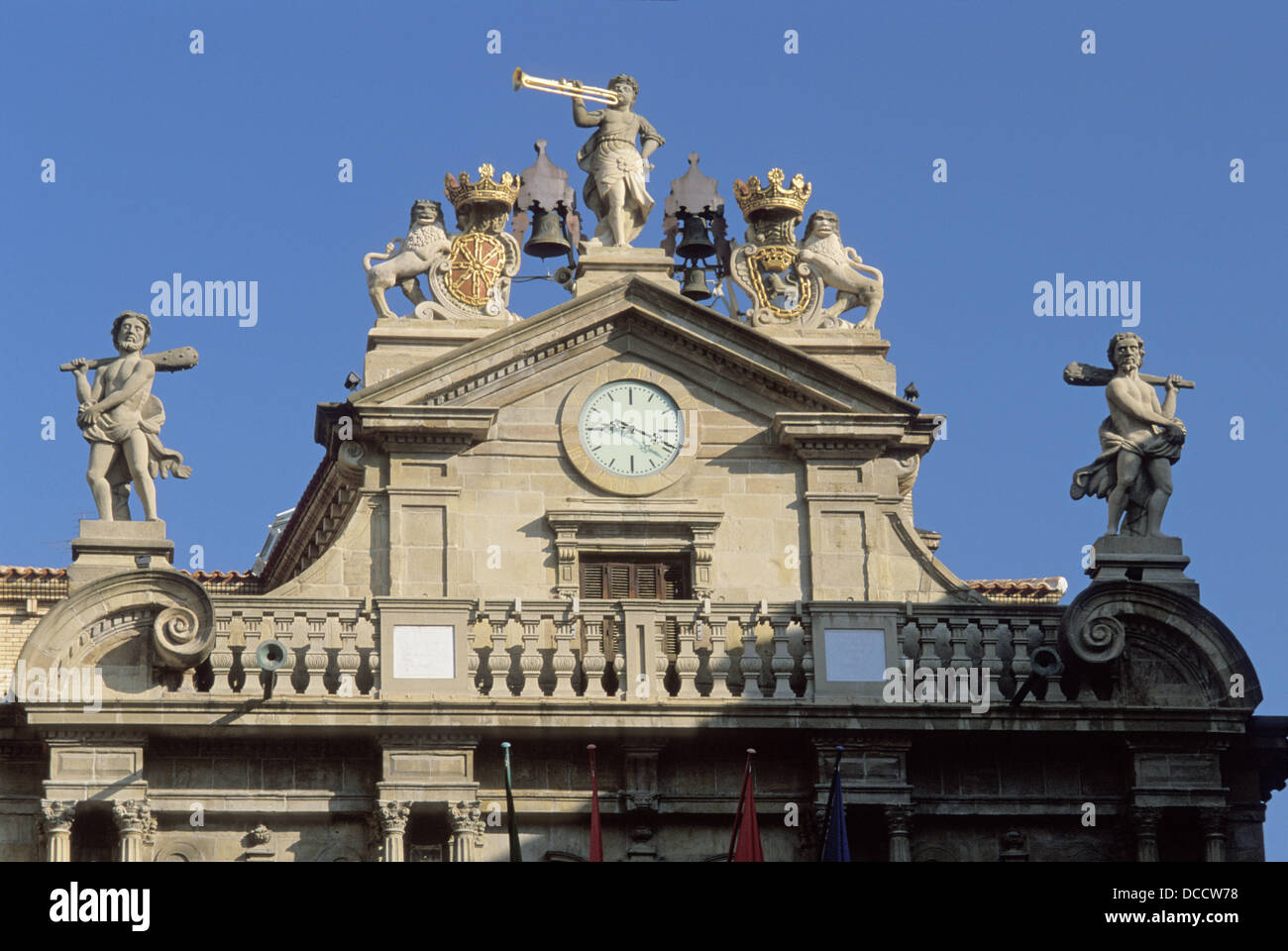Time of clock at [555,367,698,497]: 3:45
